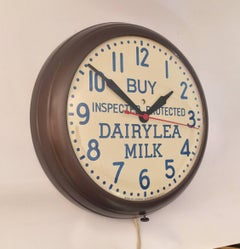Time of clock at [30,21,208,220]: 1:51
